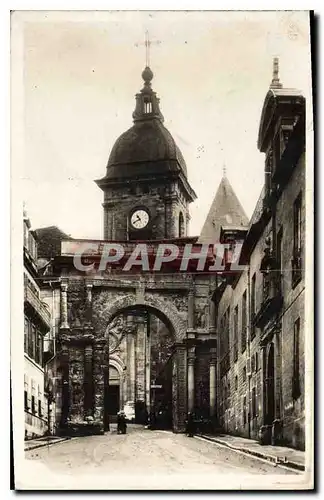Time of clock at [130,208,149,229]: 10:41
